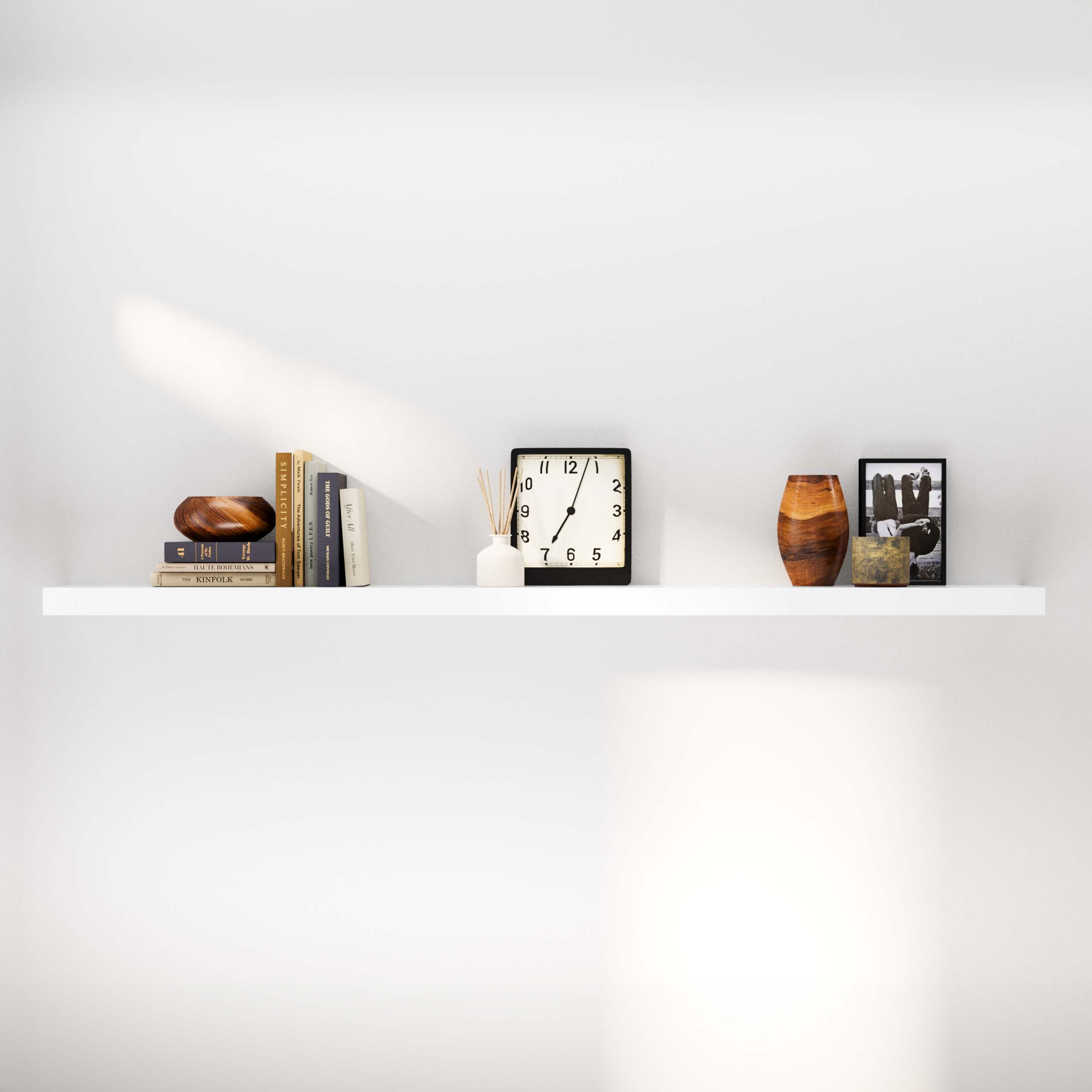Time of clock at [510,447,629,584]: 7:03
